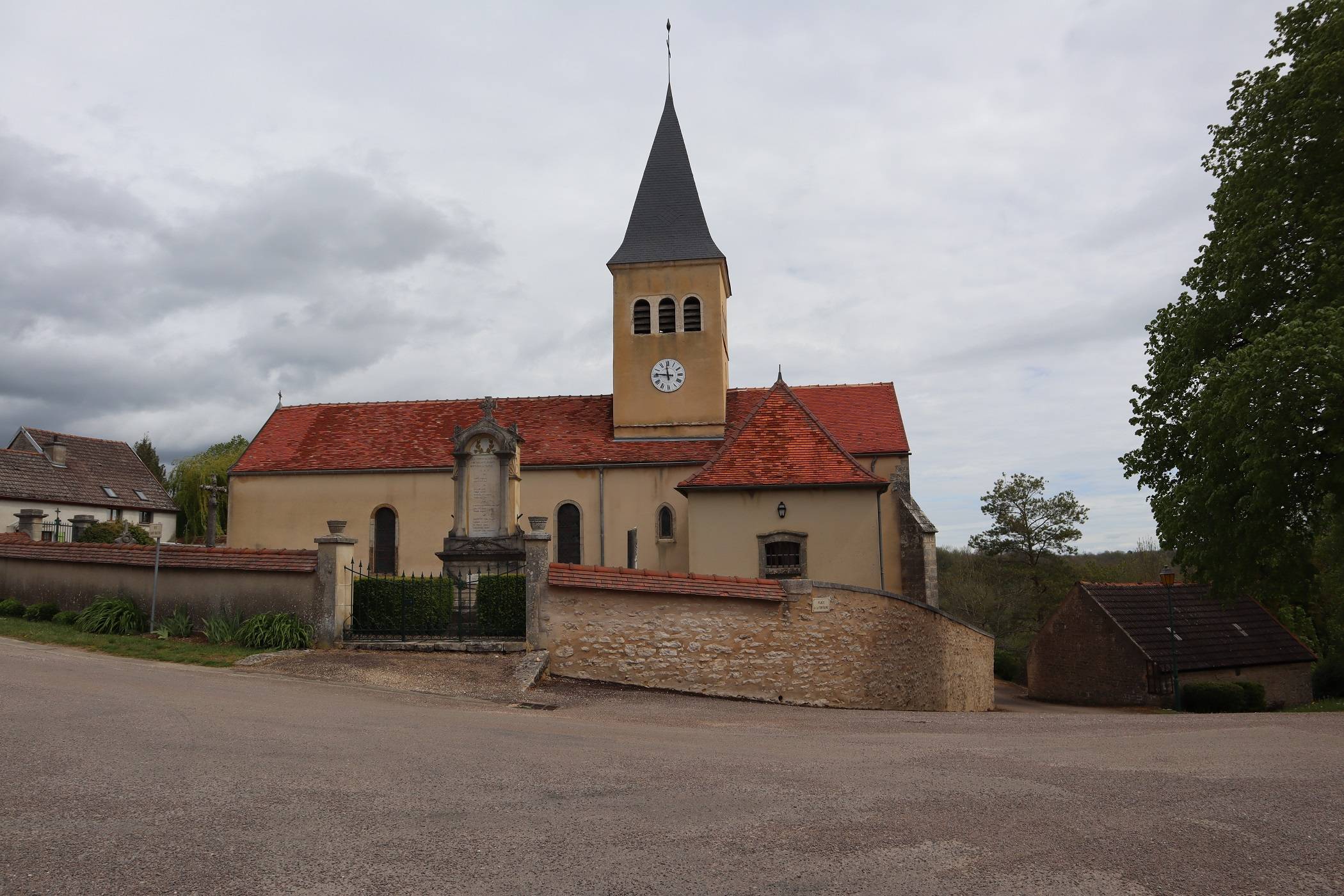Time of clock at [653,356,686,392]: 11:46
